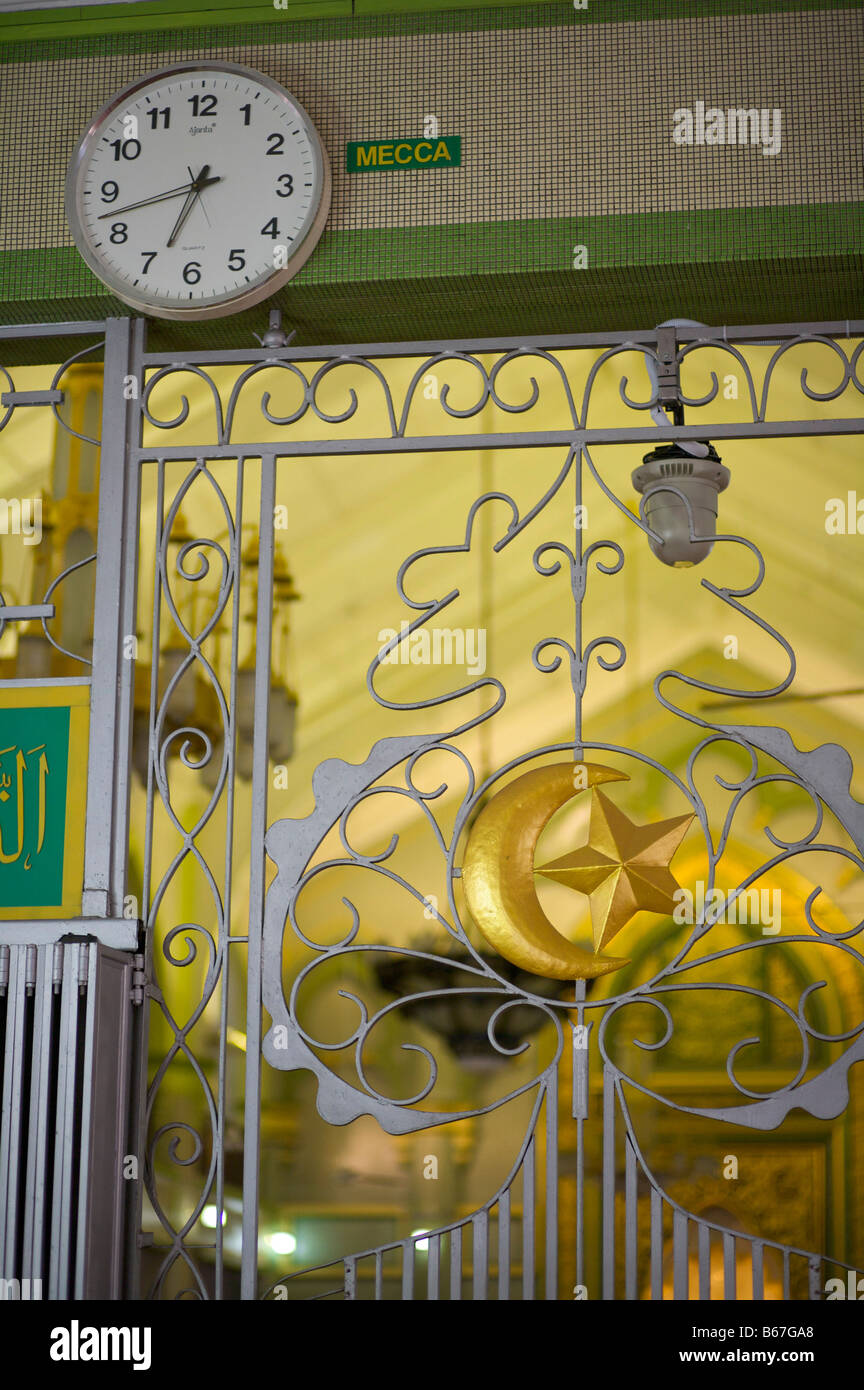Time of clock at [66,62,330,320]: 6:42
